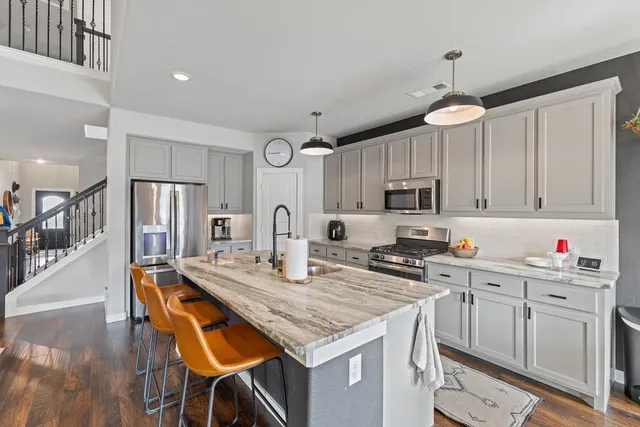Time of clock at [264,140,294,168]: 8:44
